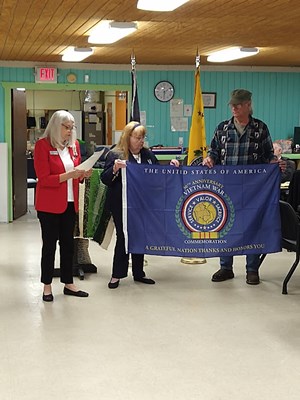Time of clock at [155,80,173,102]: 6:10
